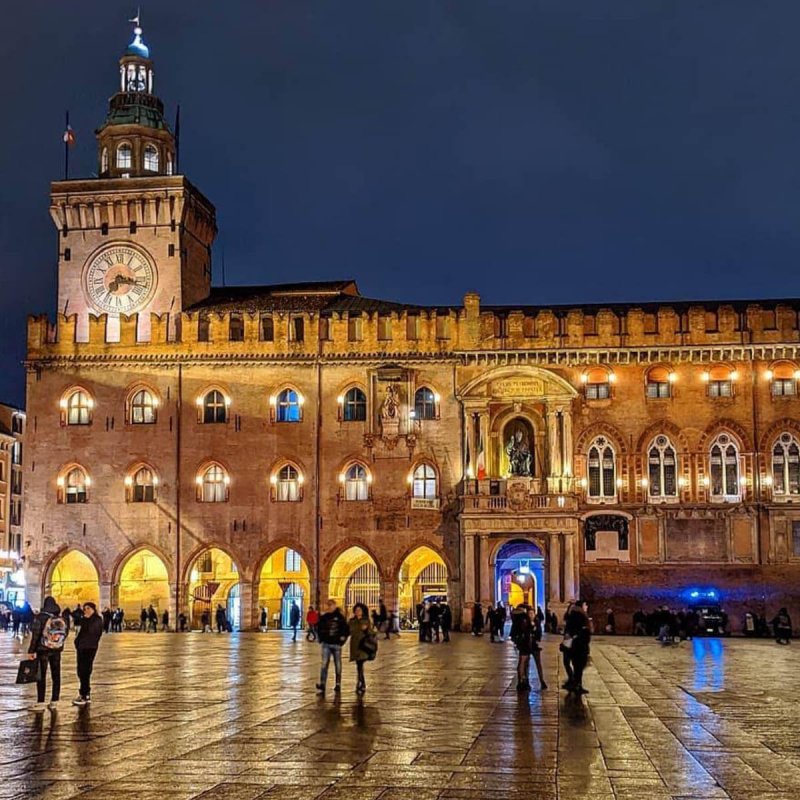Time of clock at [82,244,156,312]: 7:17
